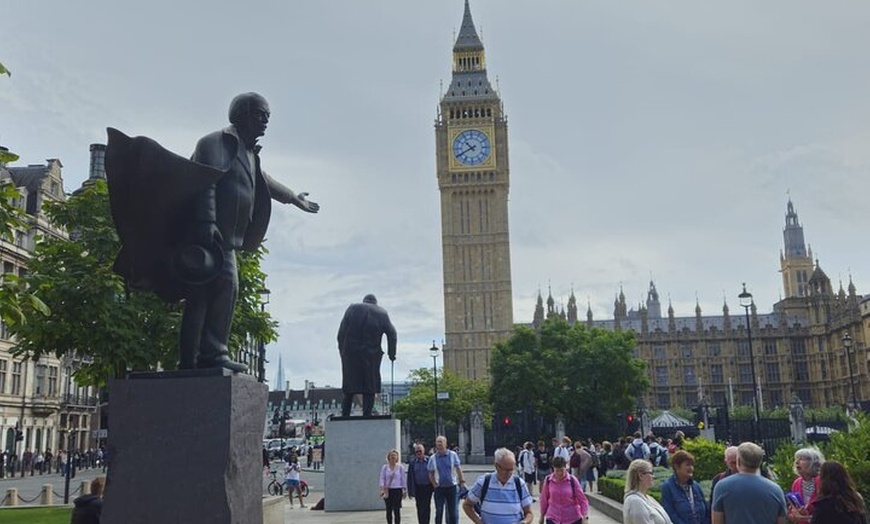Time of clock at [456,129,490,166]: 10:40
